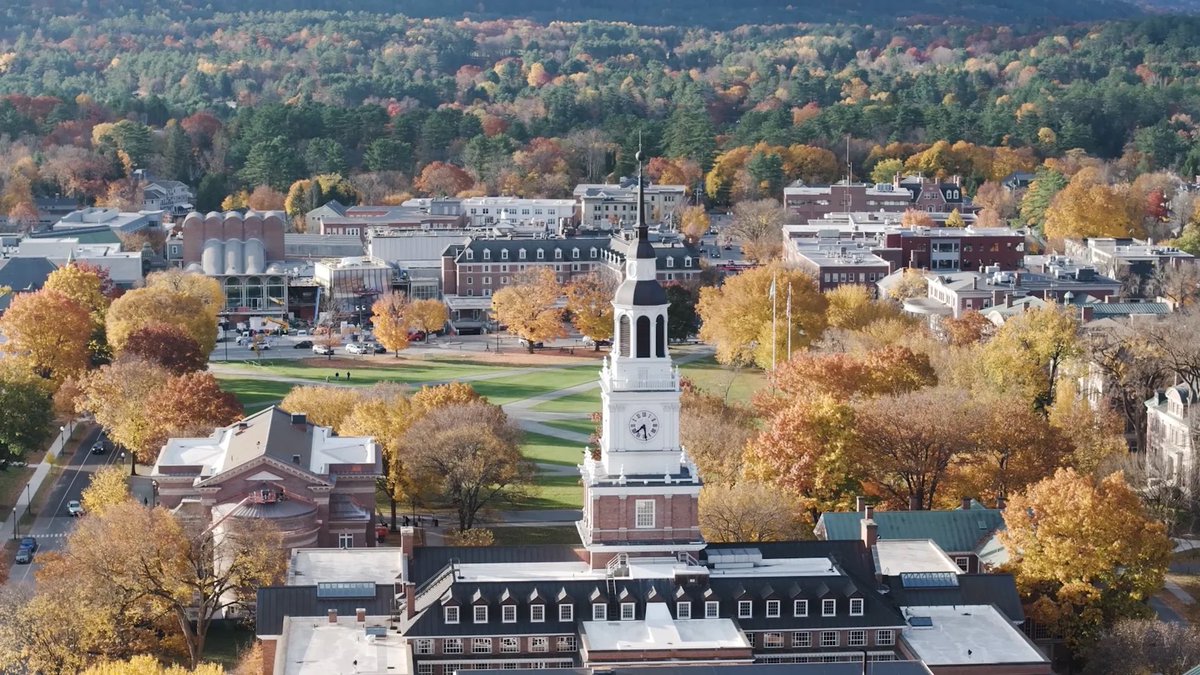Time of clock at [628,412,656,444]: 7:28
